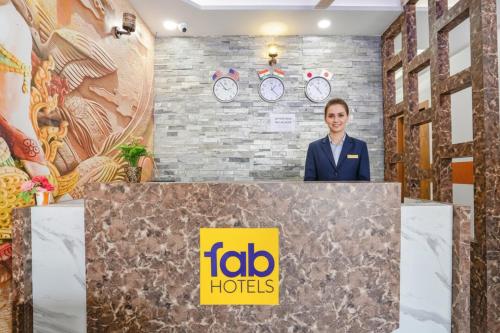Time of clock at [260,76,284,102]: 1:22
